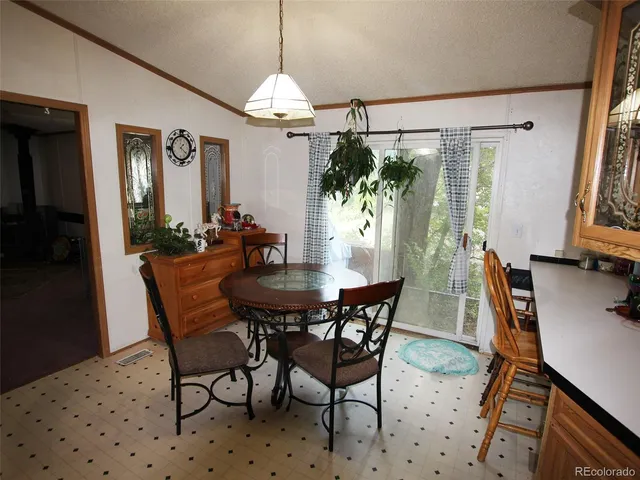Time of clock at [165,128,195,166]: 1:21
